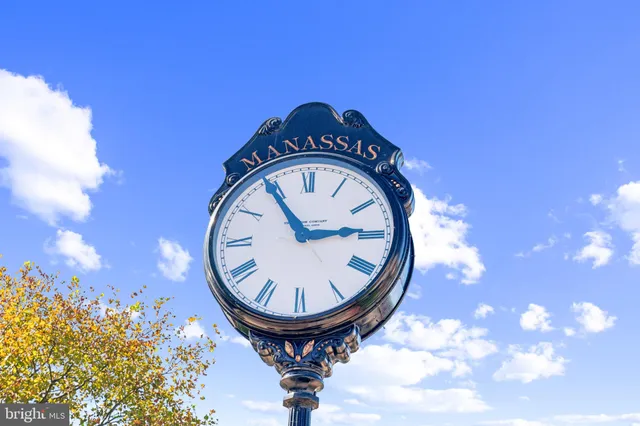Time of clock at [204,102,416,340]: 2:54
